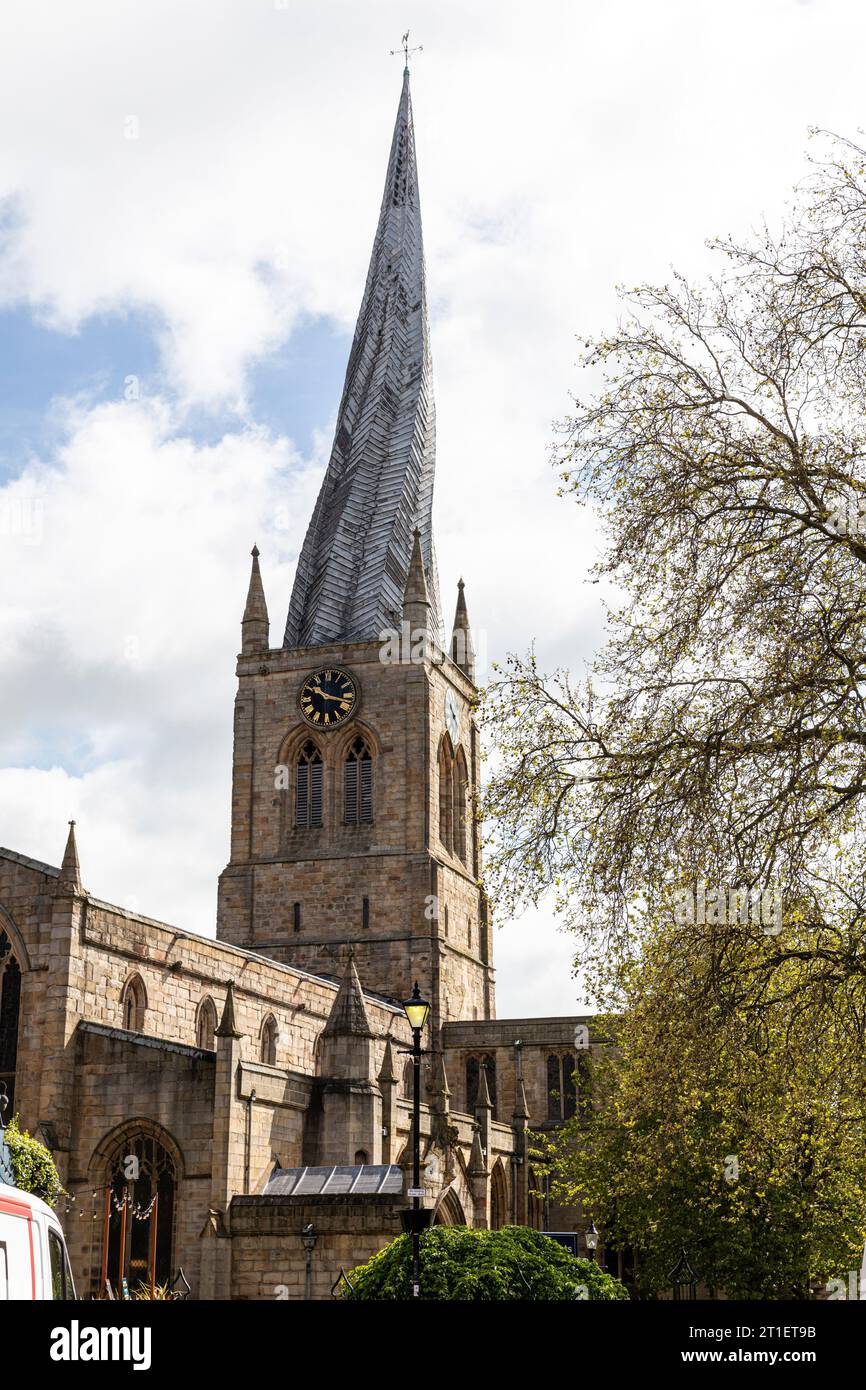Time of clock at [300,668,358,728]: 10:17
